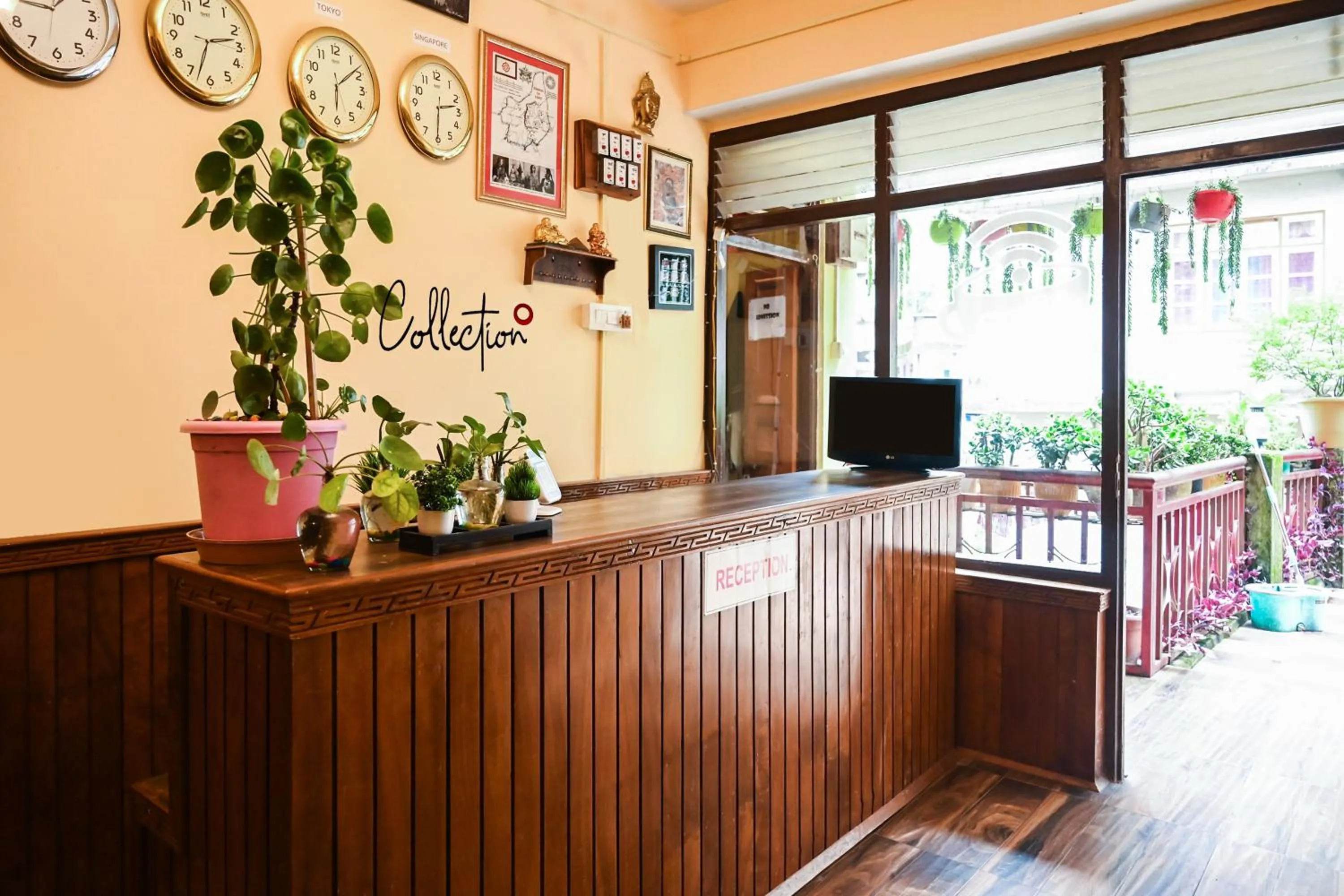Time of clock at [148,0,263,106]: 2:33
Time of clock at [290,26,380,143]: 6:08
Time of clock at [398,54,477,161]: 2:30
